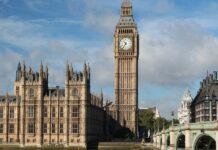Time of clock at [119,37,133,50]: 10:35
